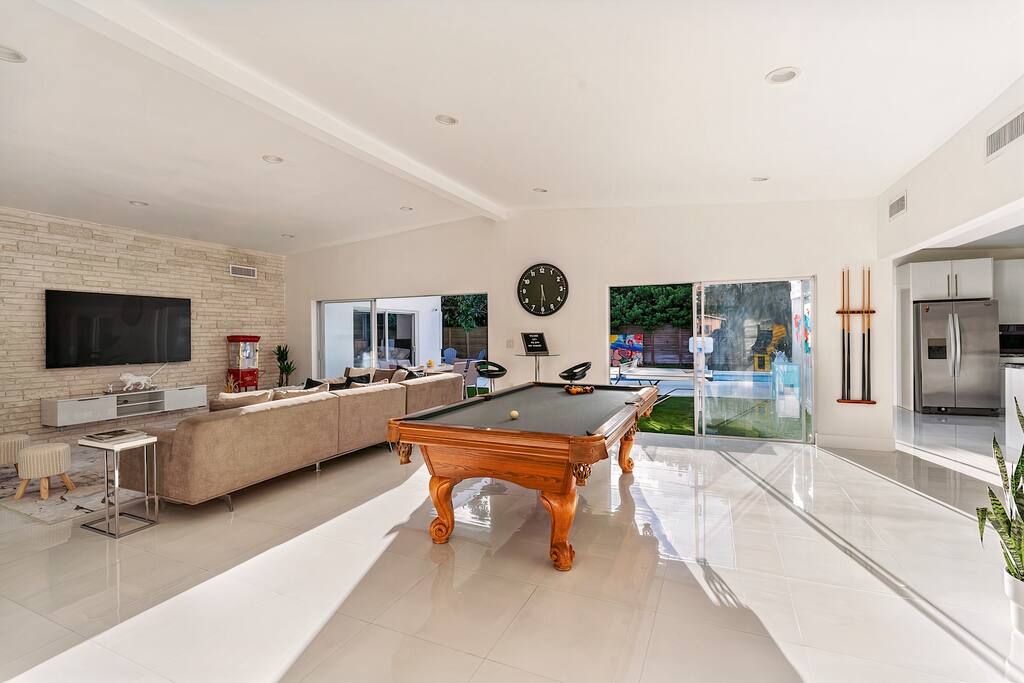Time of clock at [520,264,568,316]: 5:30
